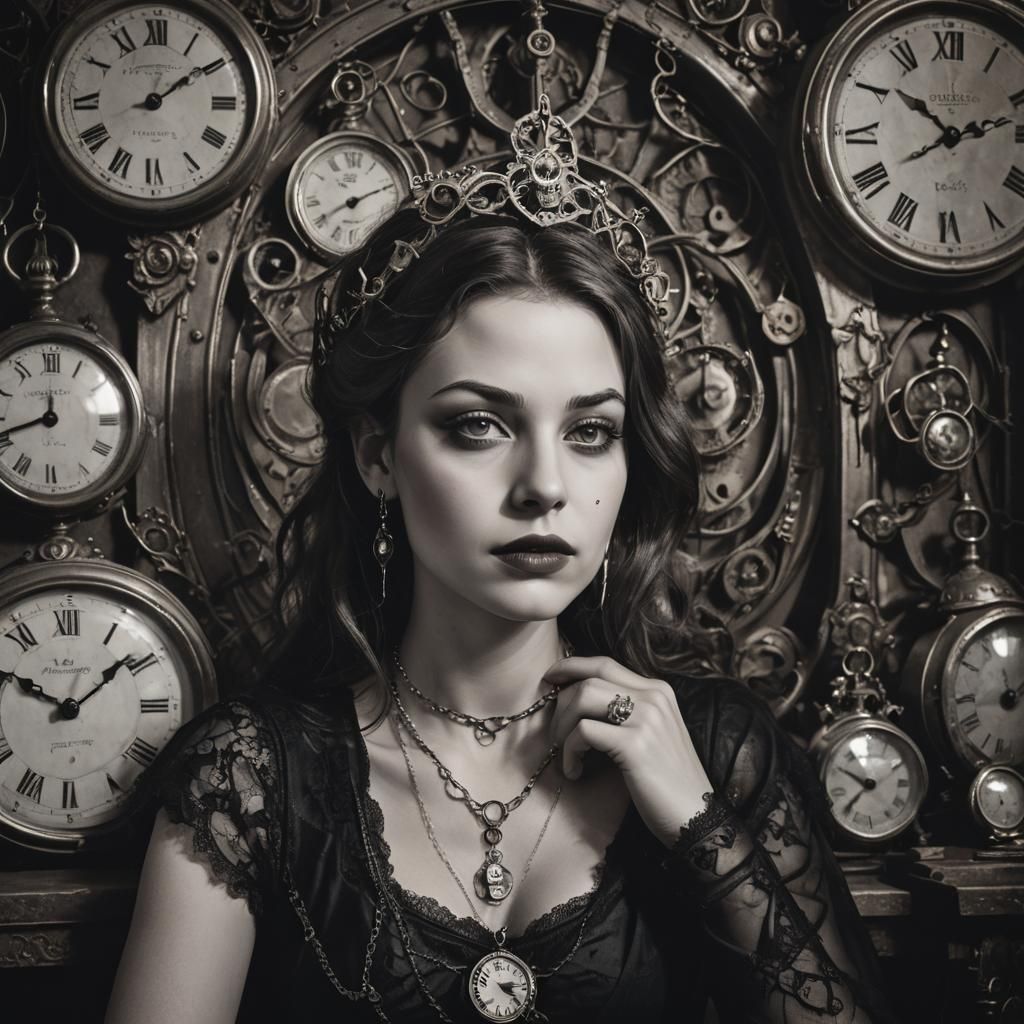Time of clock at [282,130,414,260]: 8:11
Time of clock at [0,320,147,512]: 11:41
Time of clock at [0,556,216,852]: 10:08
